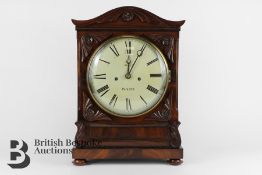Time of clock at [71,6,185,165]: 12:04
